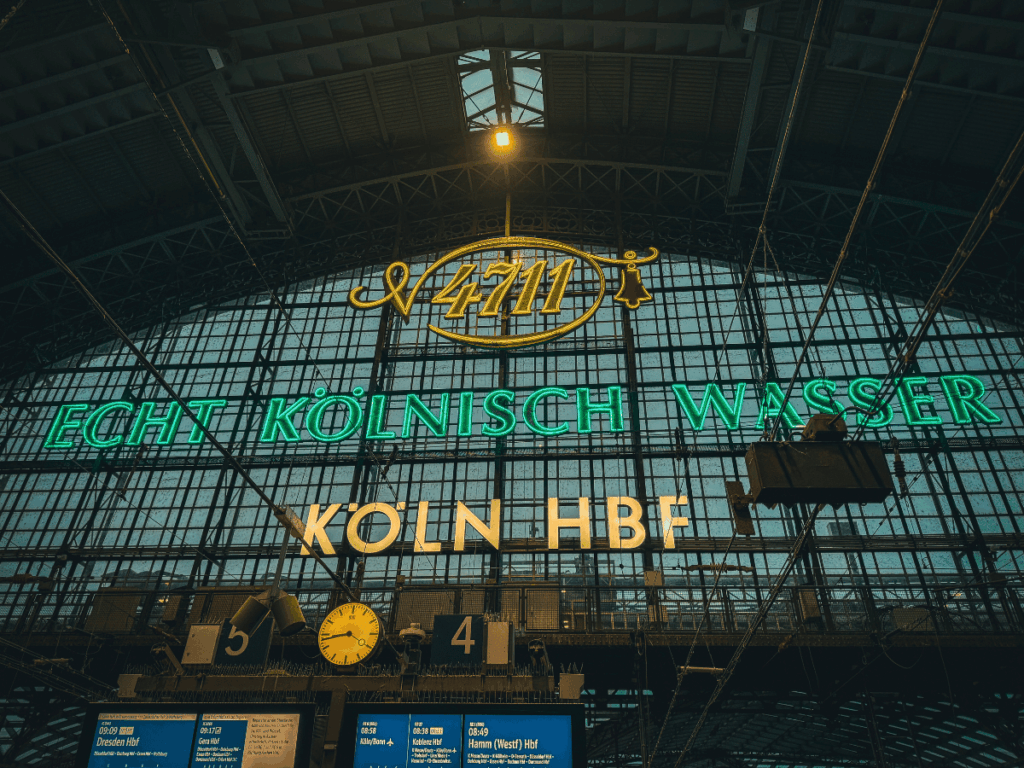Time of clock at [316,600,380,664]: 8:43
